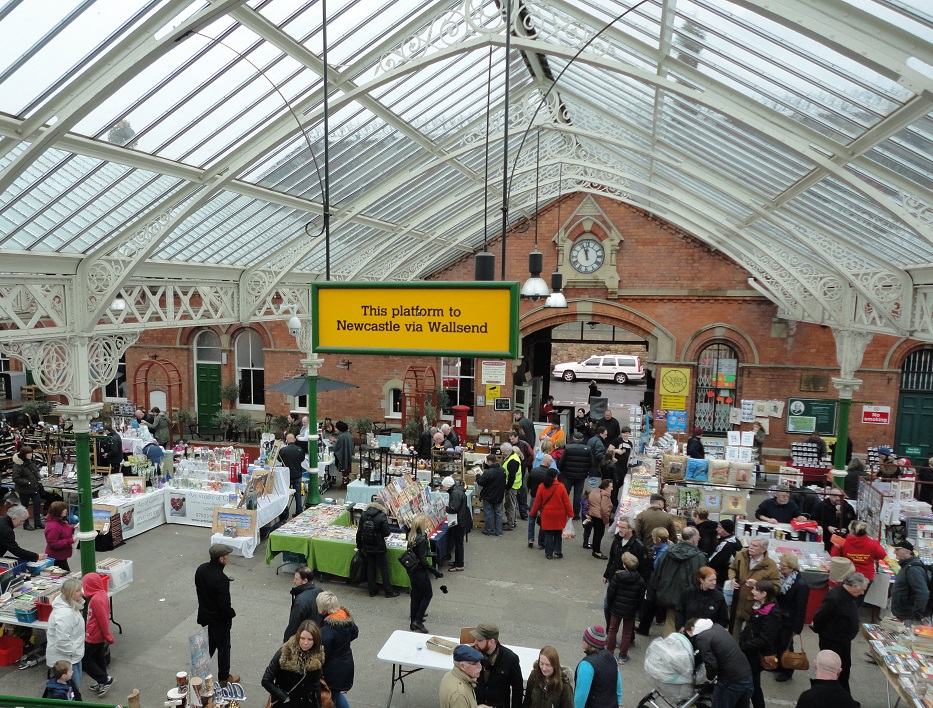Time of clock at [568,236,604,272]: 11:56
